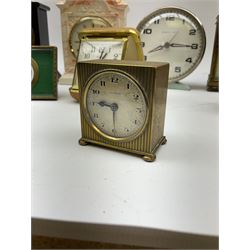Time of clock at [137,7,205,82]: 8:15
